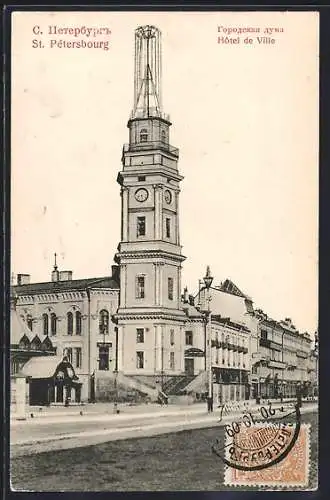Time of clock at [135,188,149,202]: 8:27
